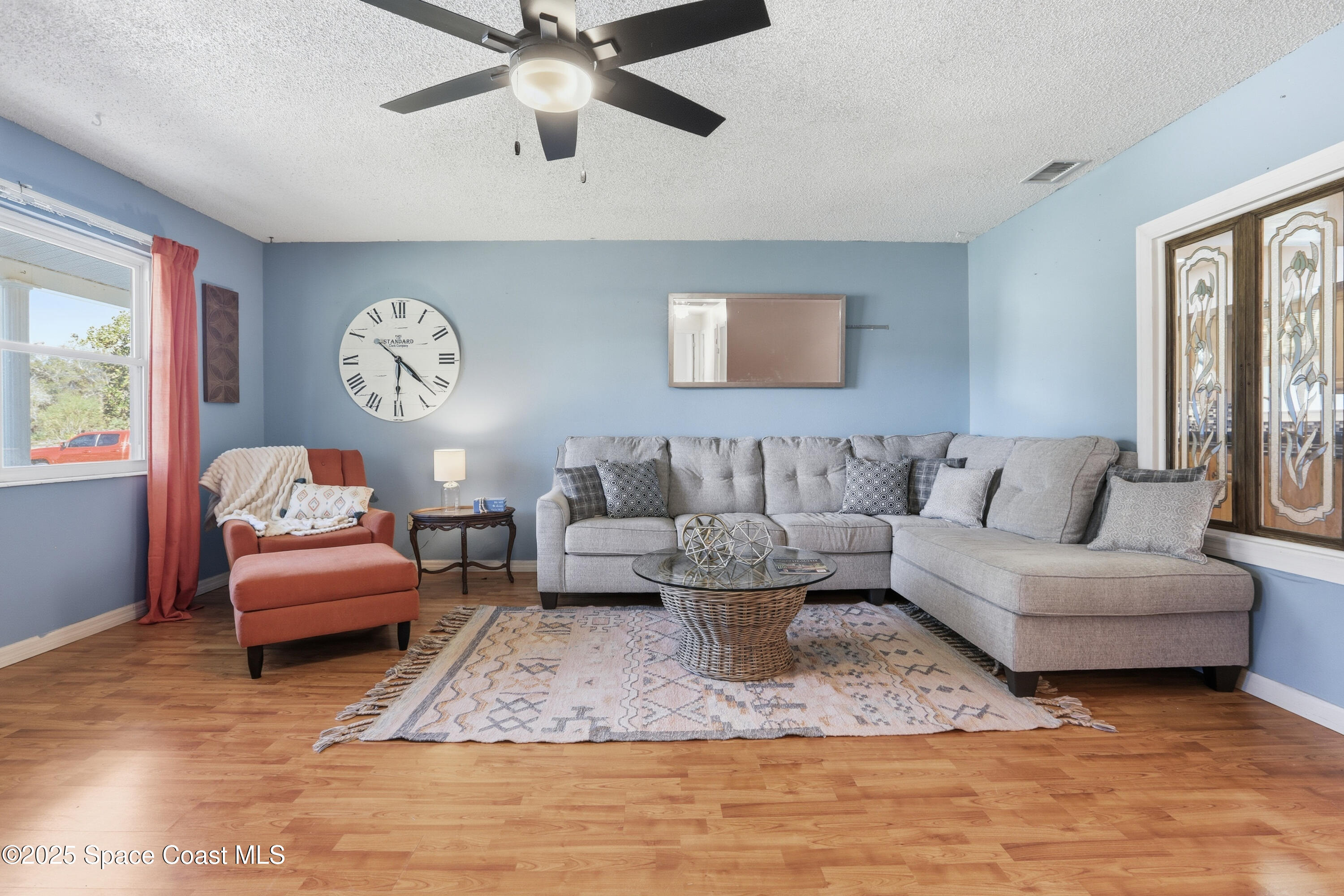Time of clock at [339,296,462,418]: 4:30
